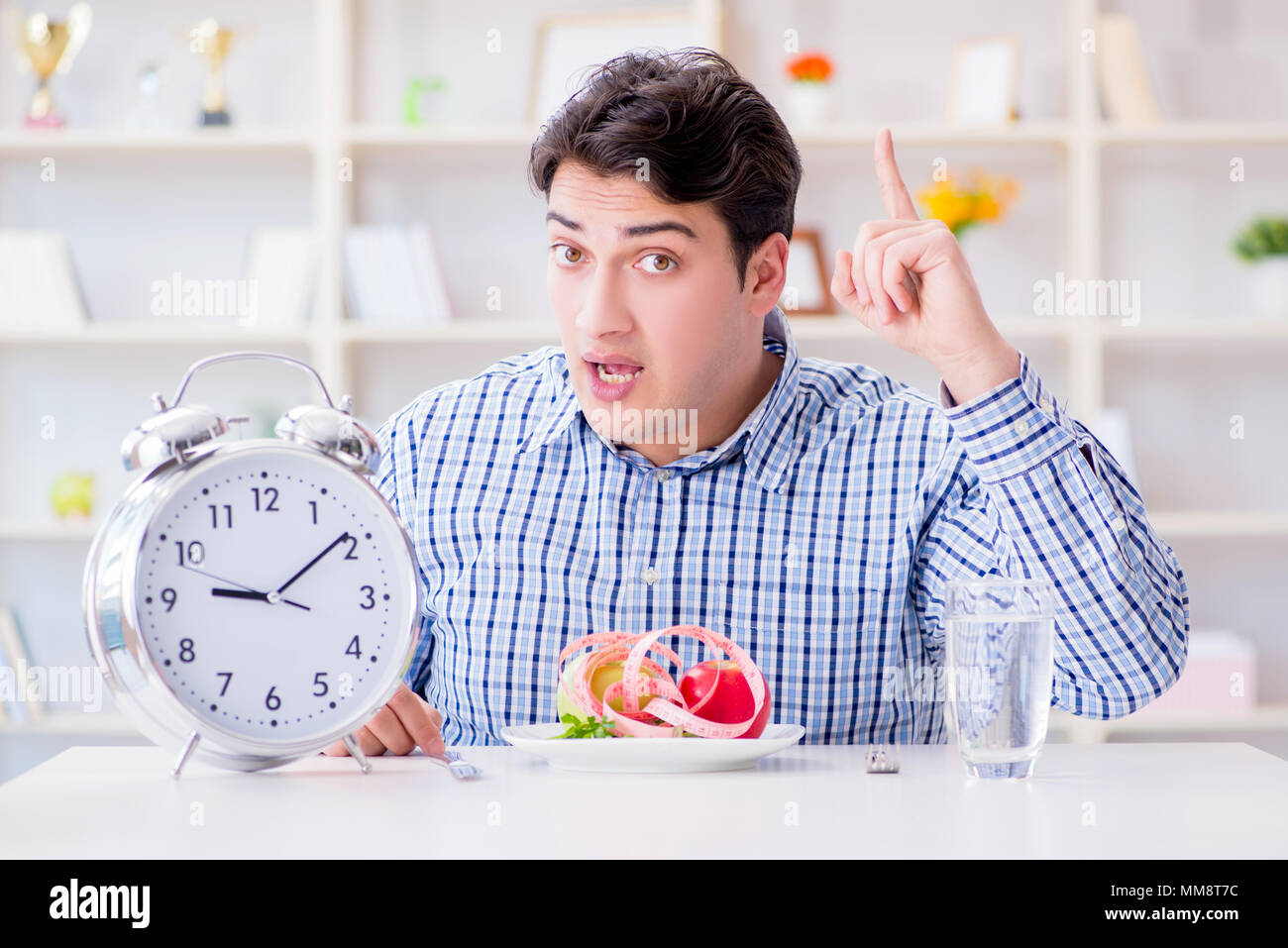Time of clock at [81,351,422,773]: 9:09
